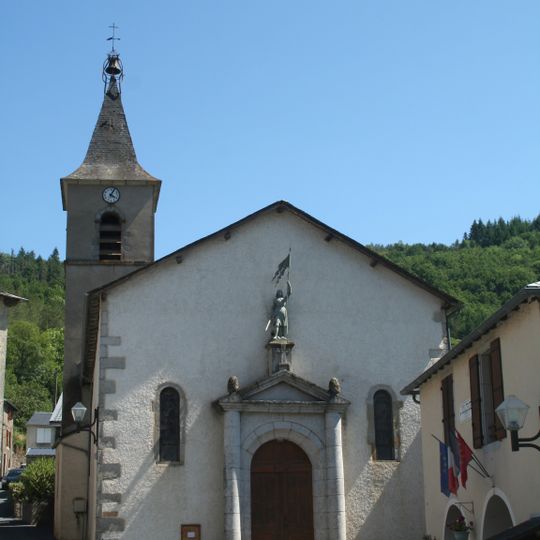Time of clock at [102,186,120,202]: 4:04
